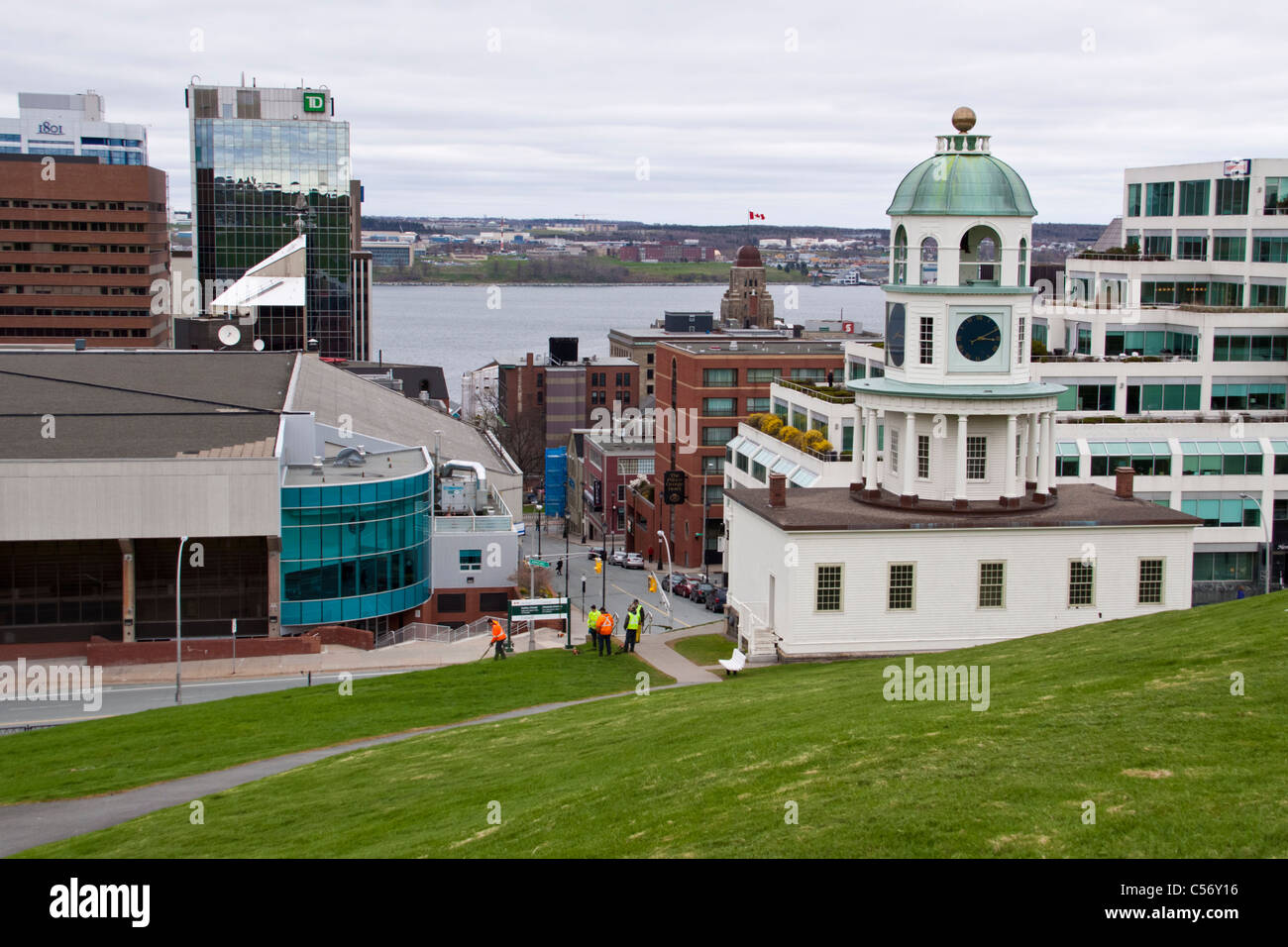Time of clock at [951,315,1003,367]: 3:10
